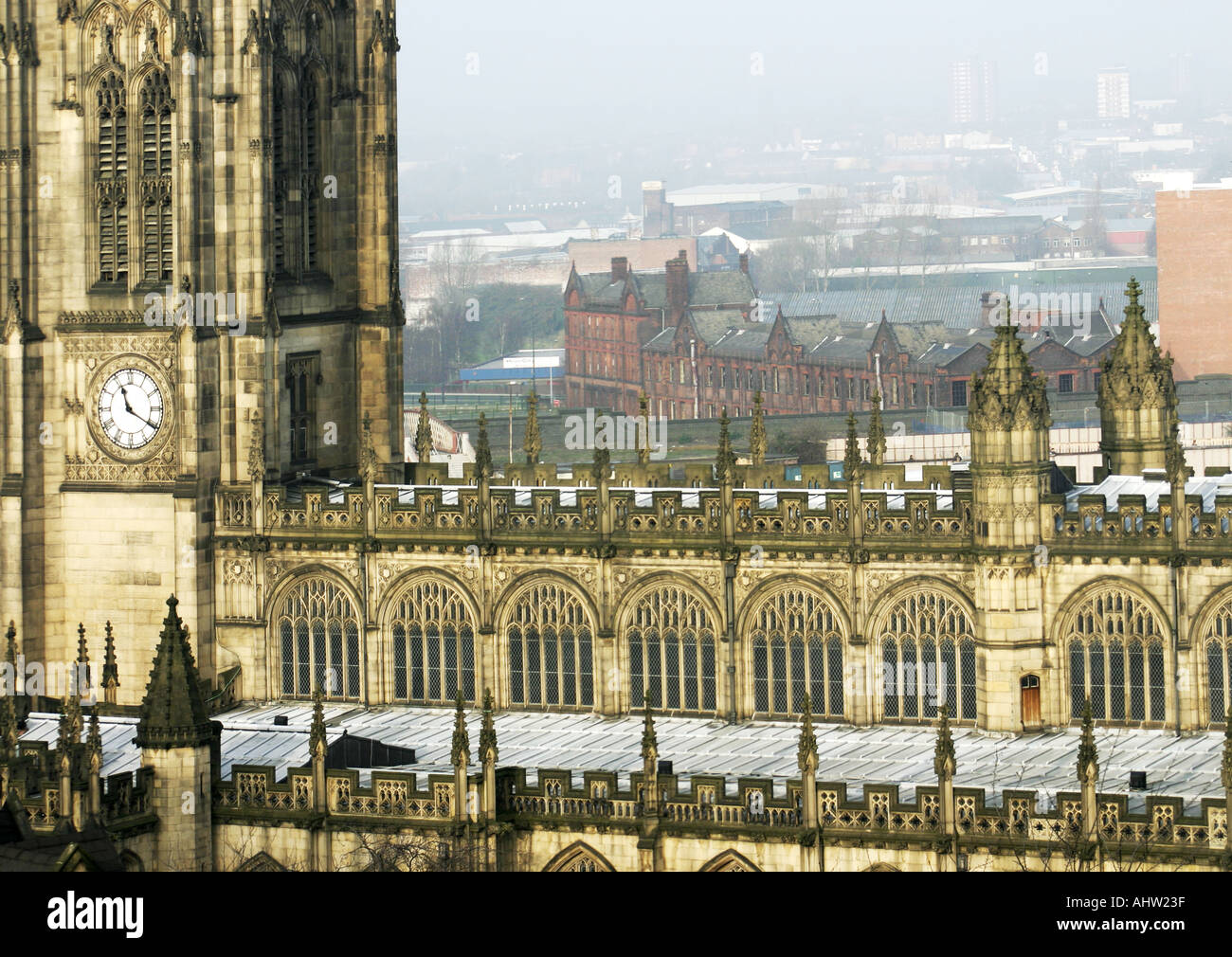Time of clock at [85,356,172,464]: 11:20
